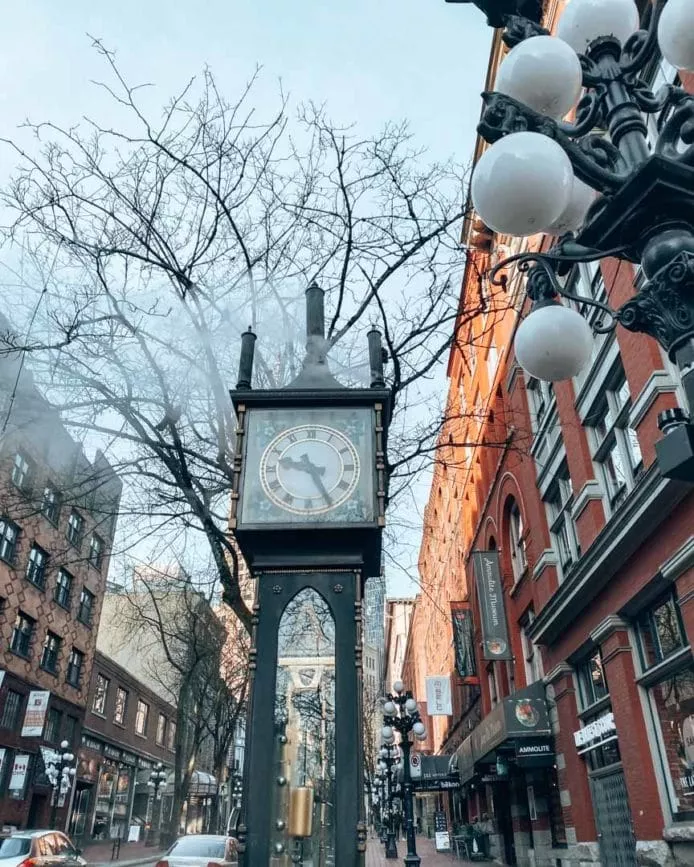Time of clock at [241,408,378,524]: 9:25
